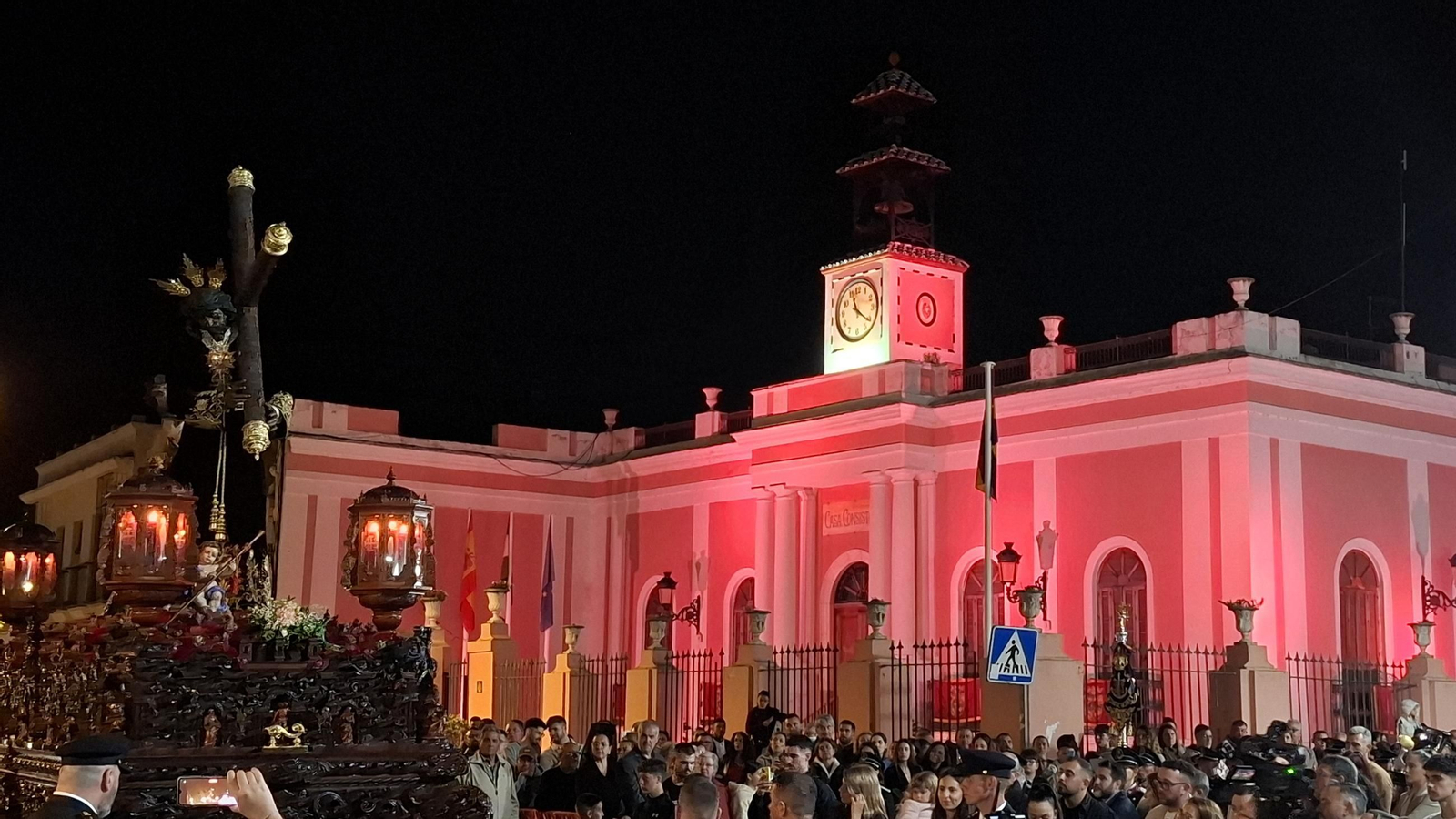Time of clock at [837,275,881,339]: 11:21
